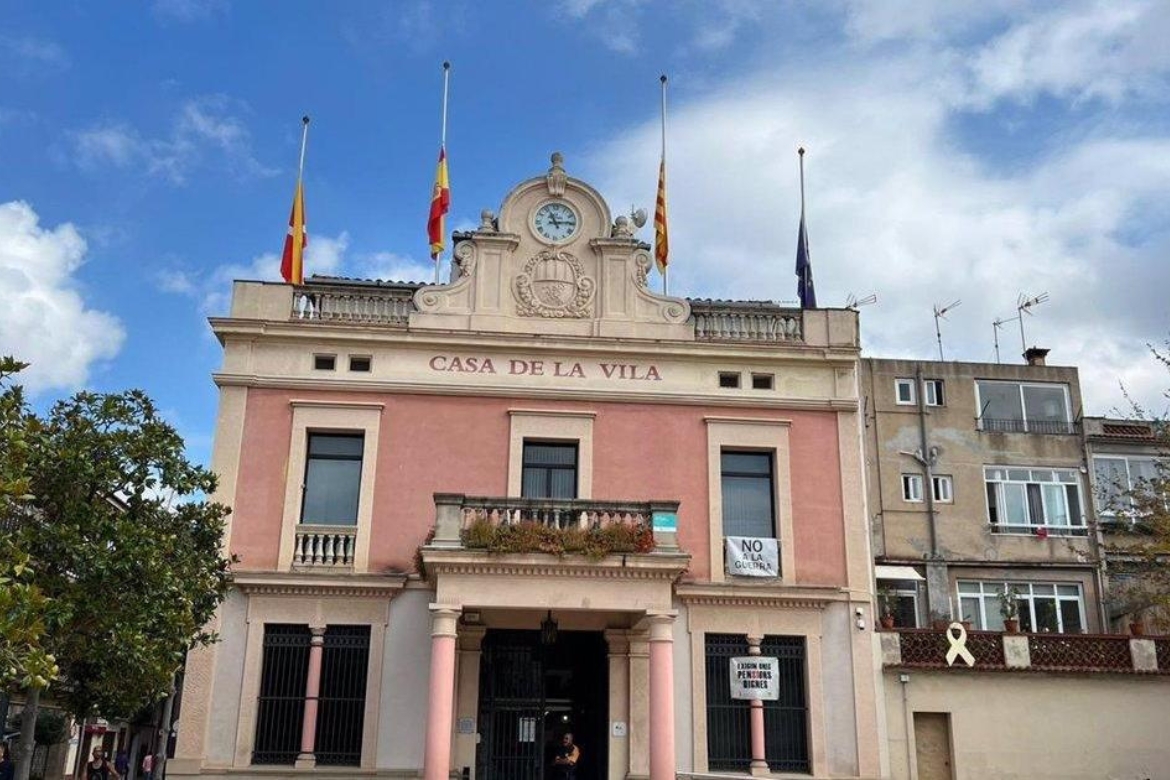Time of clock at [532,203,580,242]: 11:13
